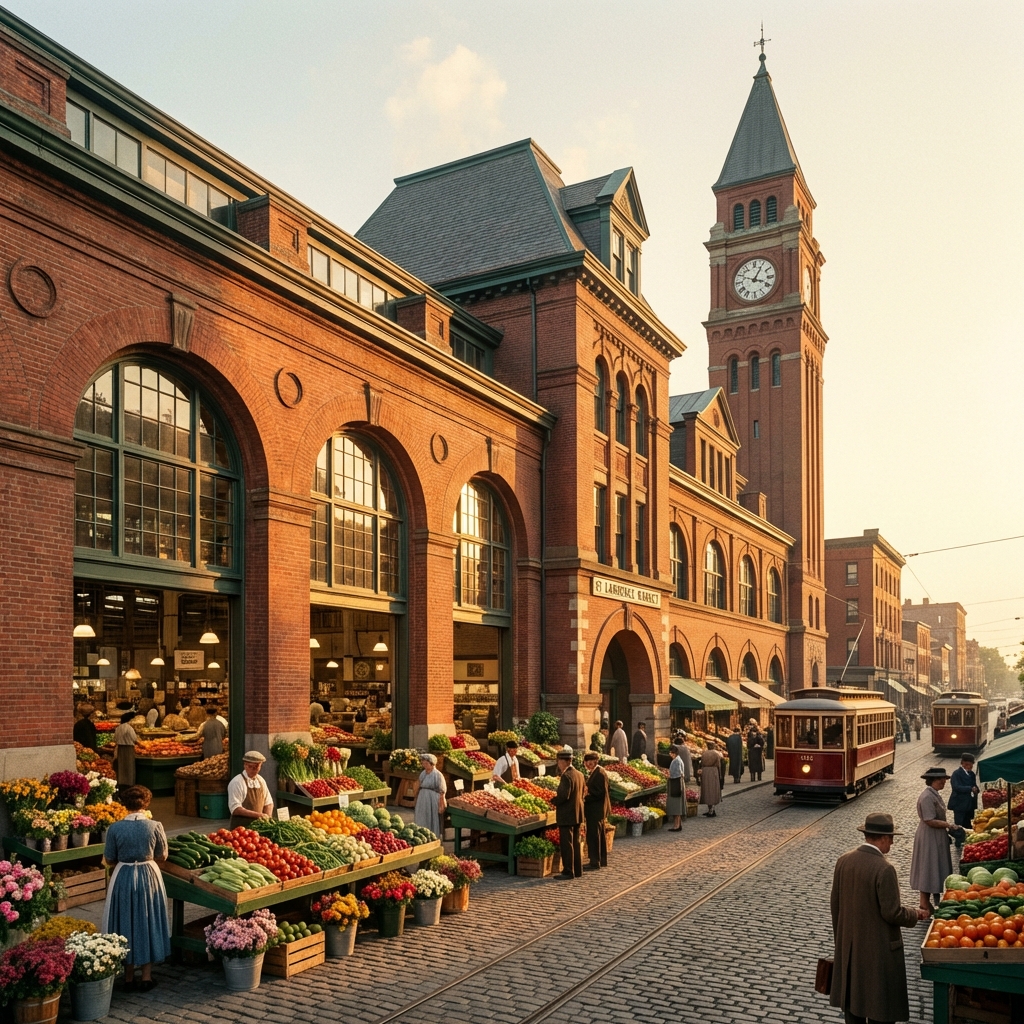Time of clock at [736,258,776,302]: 1:18
